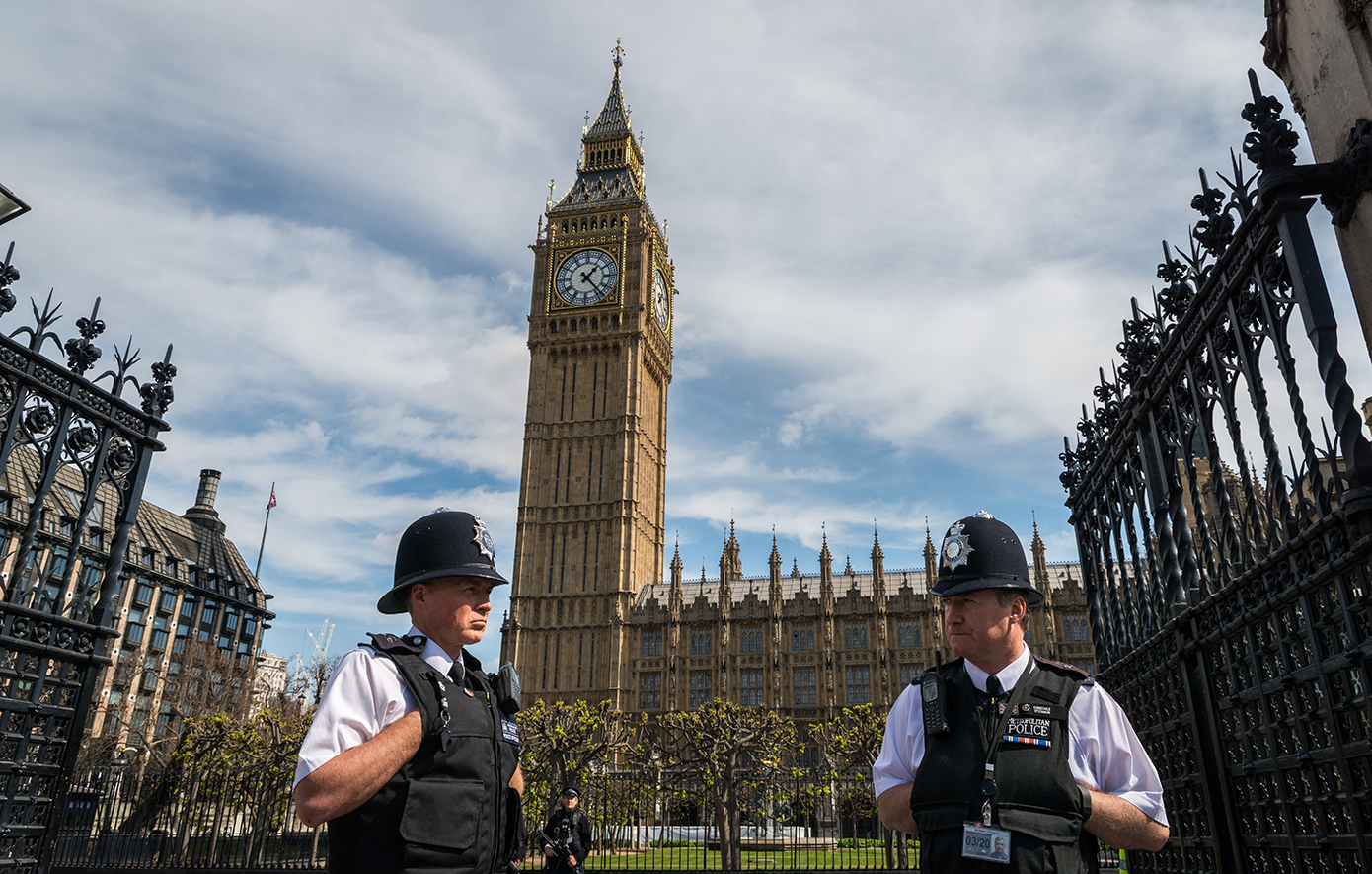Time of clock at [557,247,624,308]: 1:23
